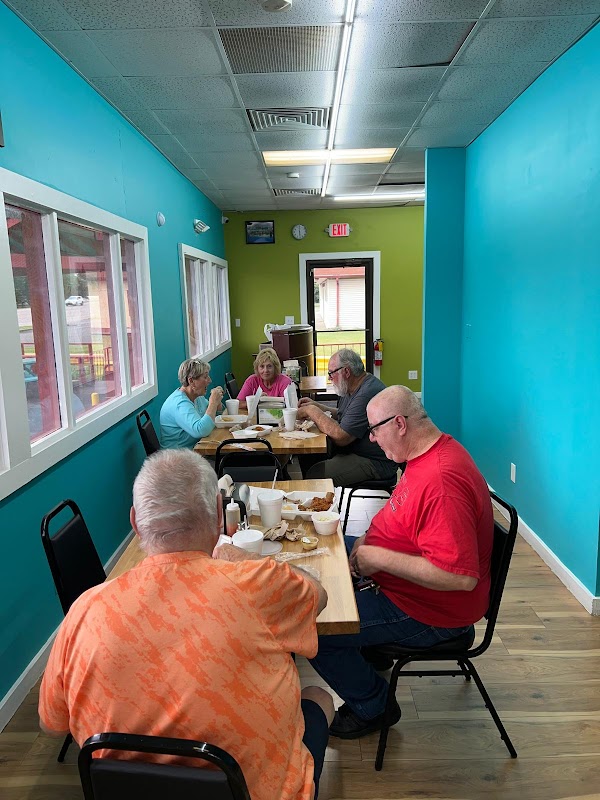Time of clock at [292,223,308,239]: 6:00
